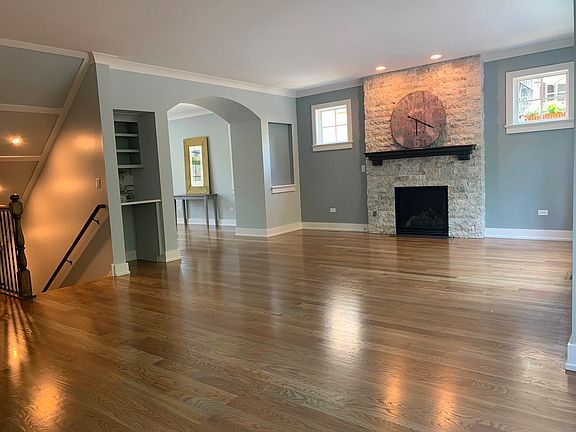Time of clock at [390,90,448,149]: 6:18
